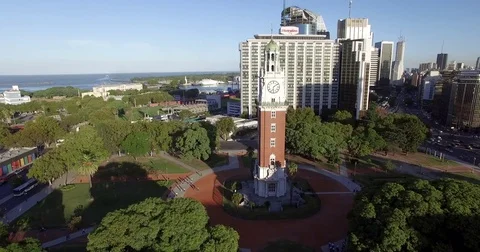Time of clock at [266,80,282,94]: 6:08
